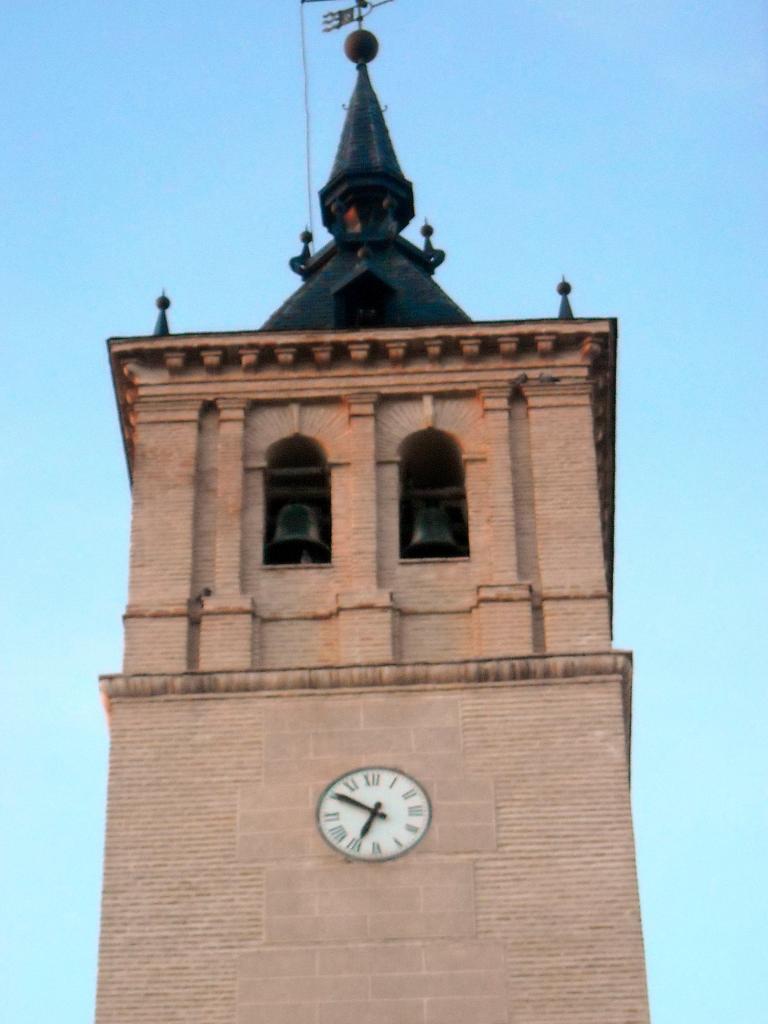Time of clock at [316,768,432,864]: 6:50
